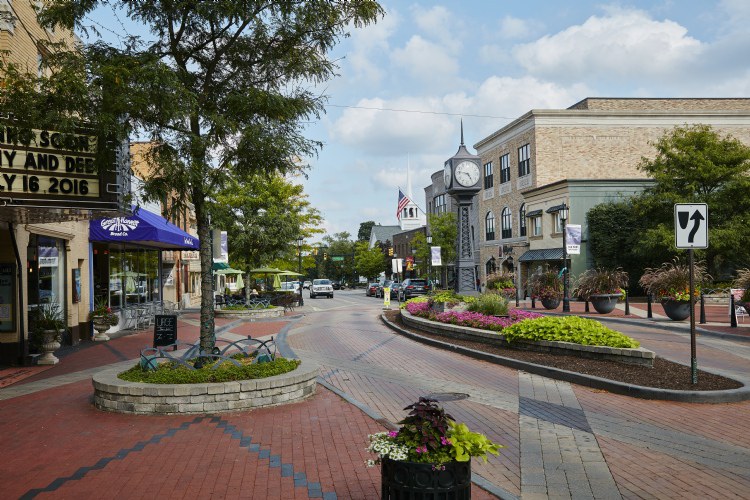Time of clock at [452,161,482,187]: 4:46
